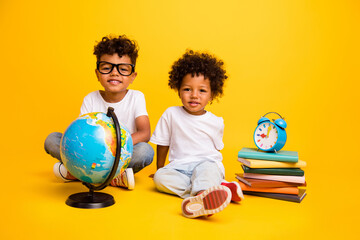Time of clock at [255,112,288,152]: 9:01
